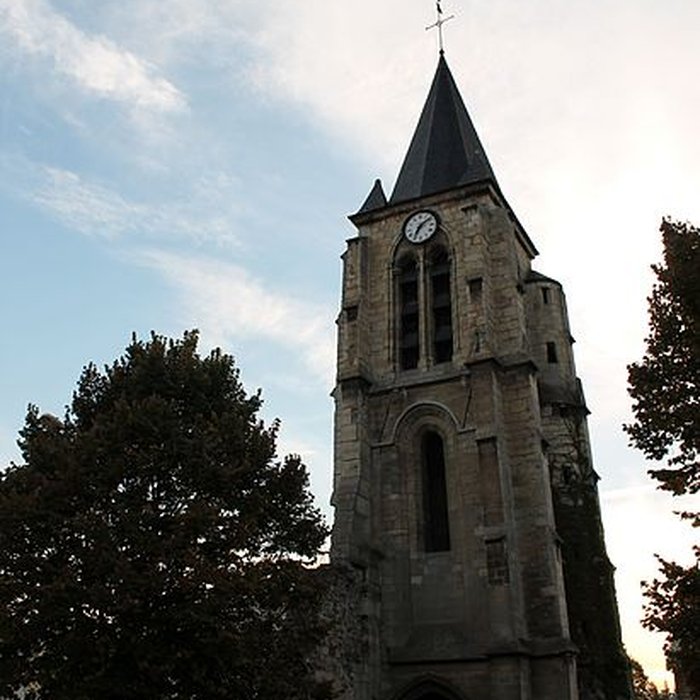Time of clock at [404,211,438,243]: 7:09
